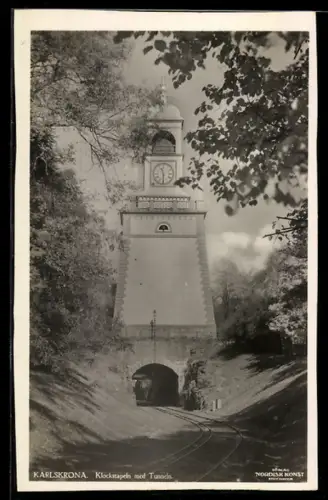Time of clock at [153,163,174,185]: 11:29
